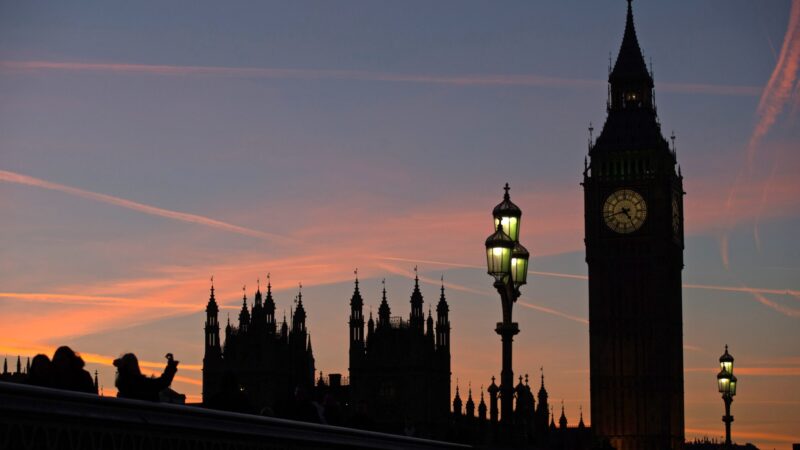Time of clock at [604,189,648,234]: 4:42
